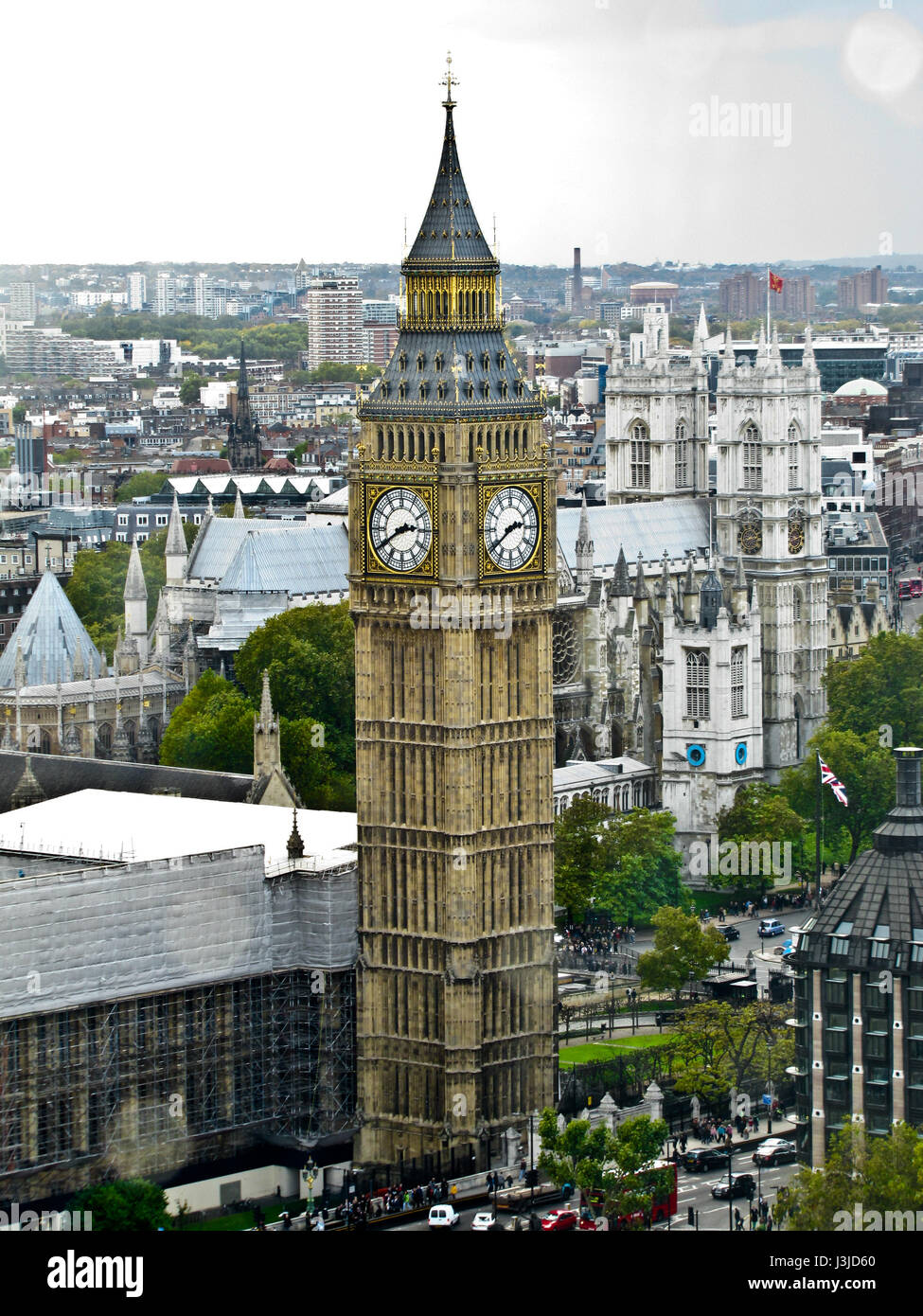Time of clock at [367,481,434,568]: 2:40
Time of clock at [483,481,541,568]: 2:39
